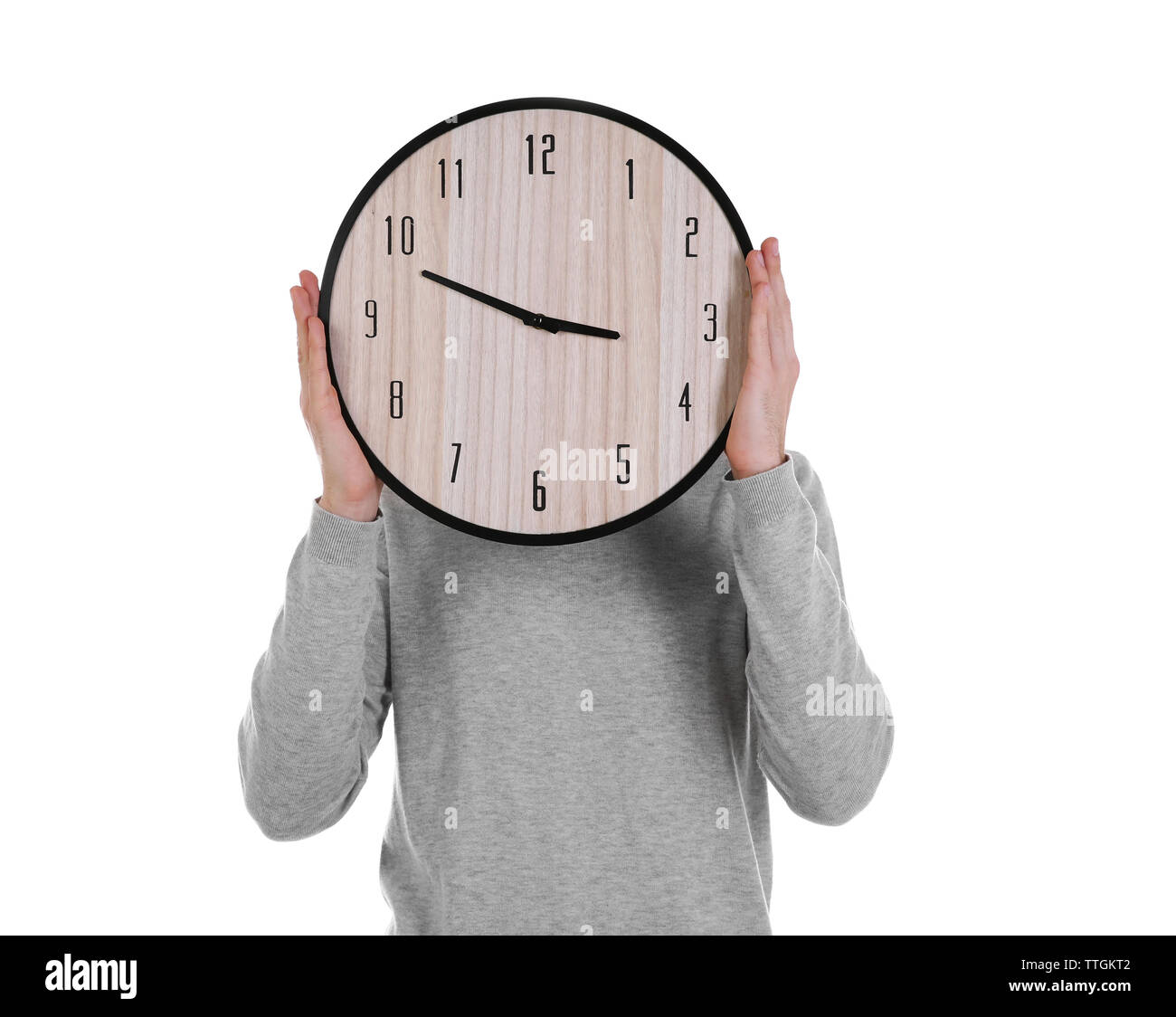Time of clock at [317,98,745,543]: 9:48
